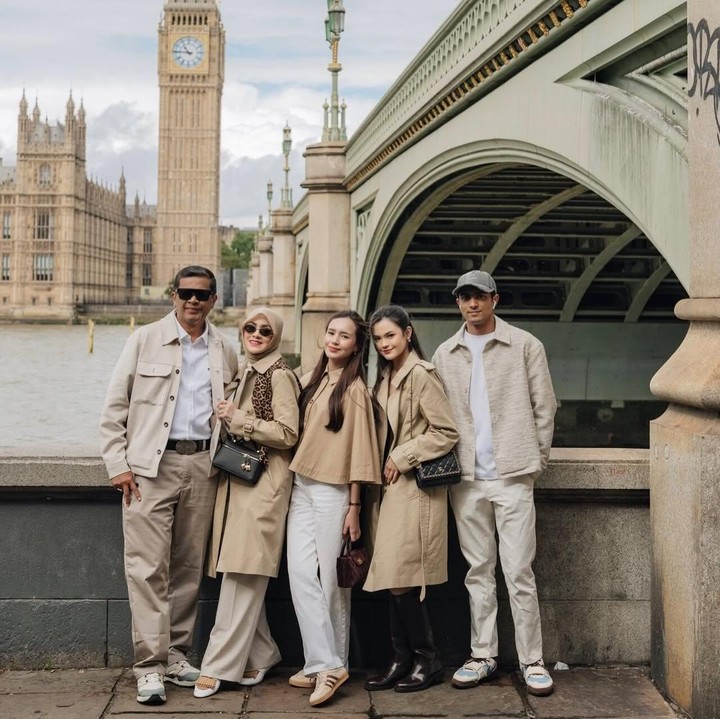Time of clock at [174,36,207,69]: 10:45
